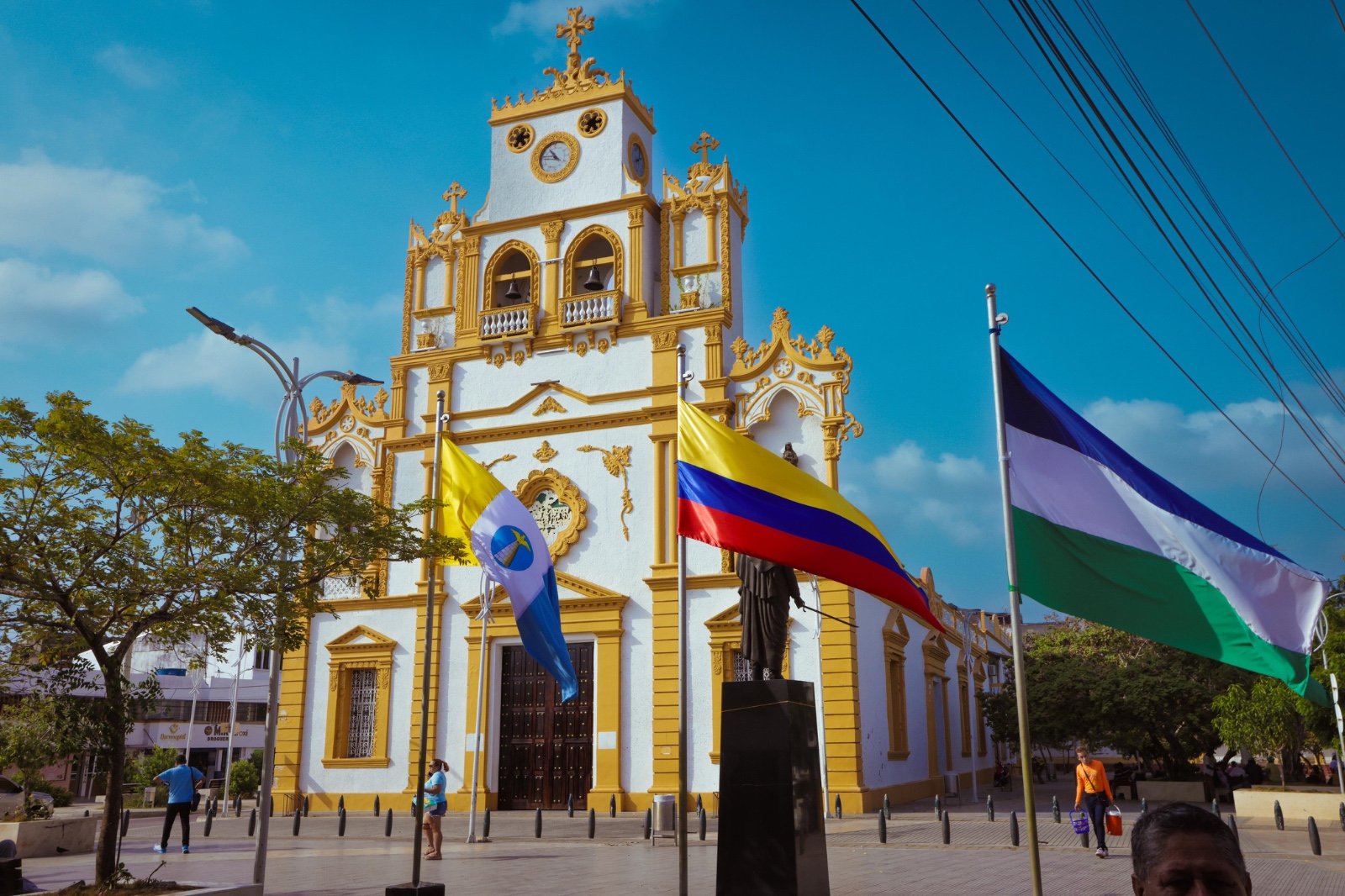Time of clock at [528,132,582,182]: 10:45
